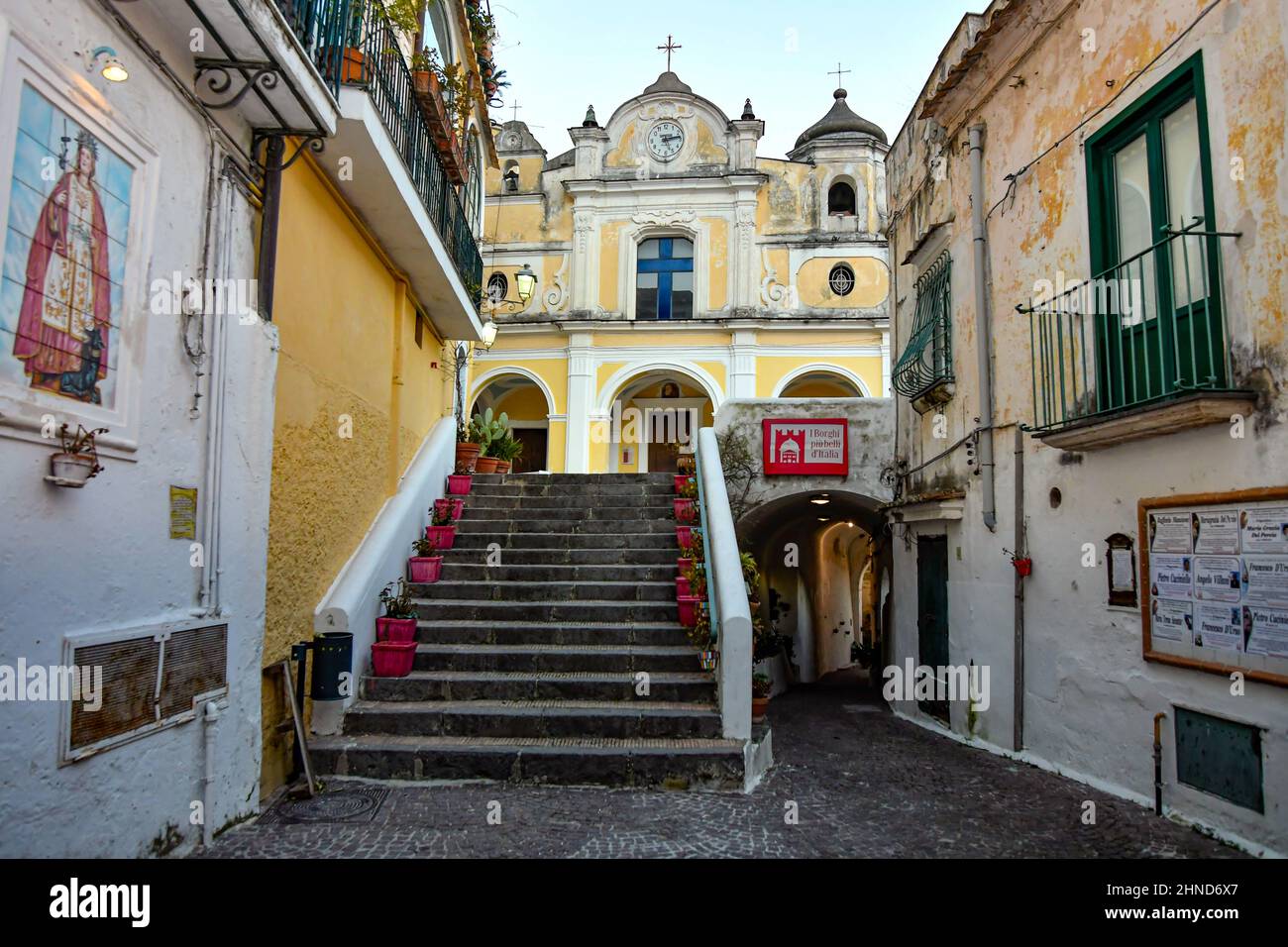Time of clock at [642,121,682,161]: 5:13
